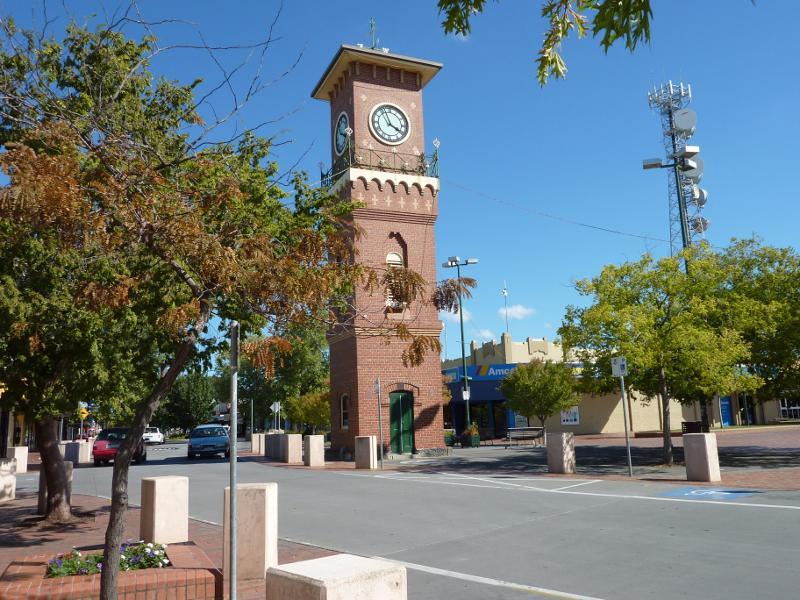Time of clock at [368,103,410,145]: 3:56
